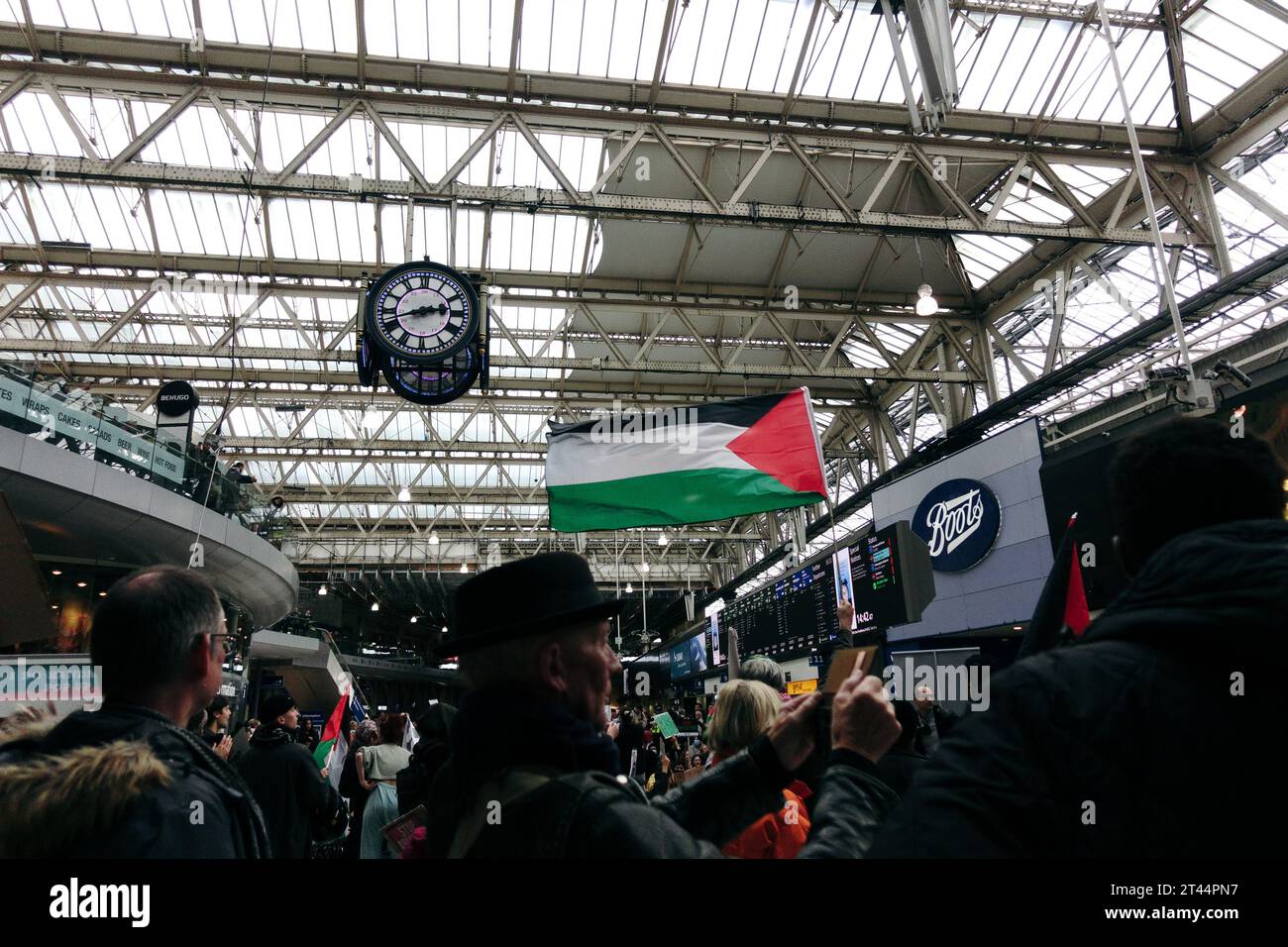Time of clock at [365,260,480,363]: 2:42
